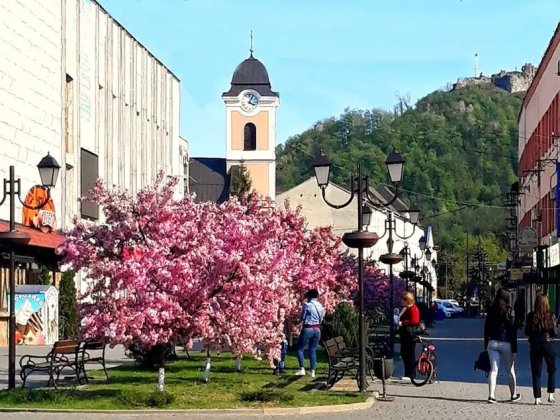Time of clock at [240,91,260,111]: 4:04
